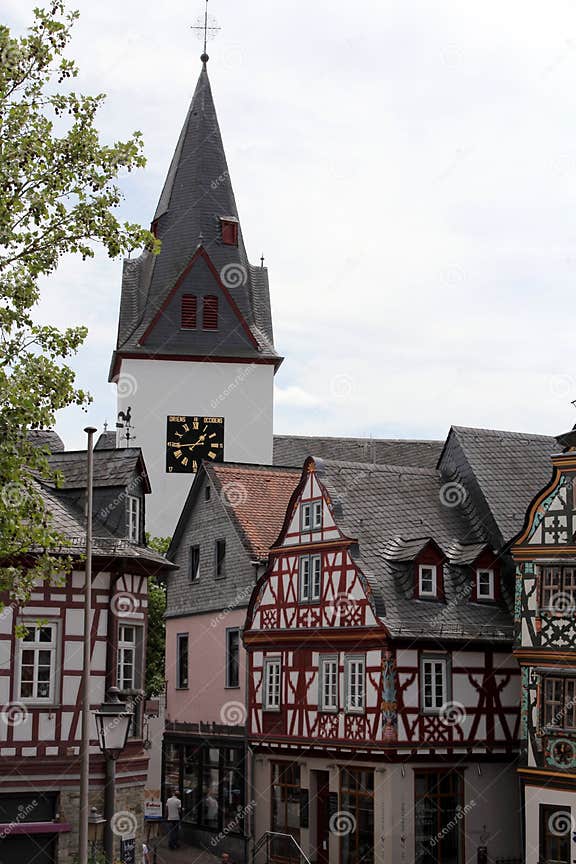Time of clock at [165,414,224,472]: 1:44
